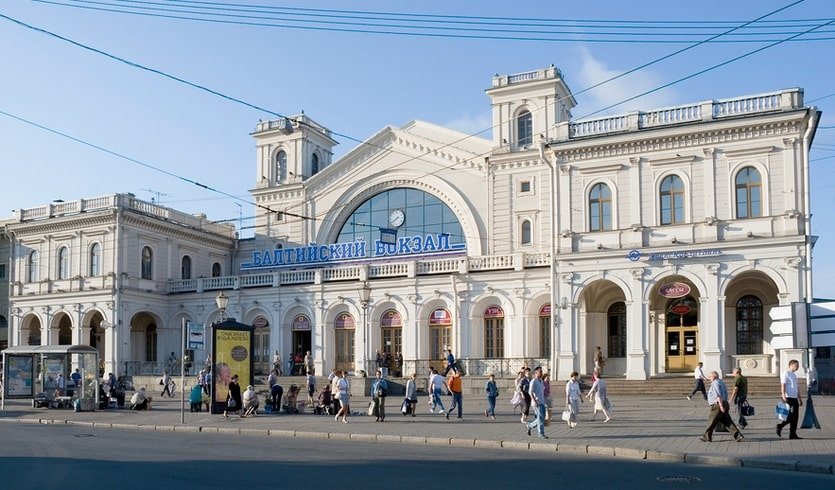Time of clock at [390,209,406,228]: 7:39
